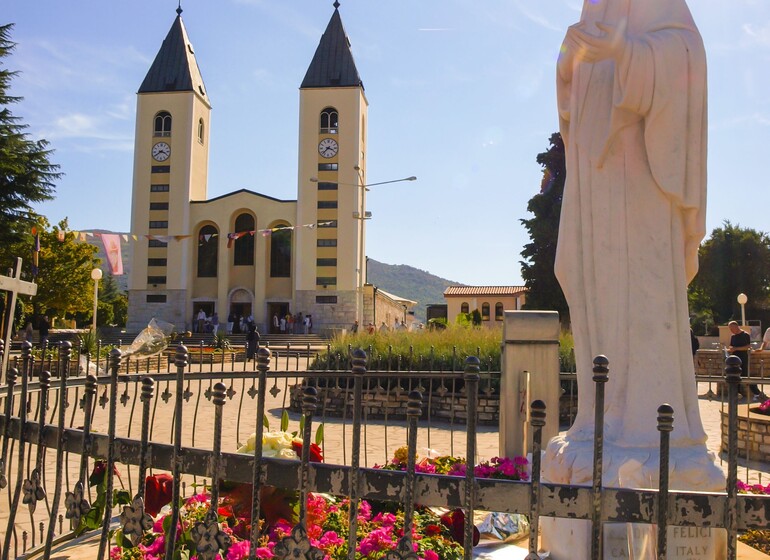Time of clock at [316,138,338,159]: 3:37
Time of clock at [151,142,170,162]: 3:39
